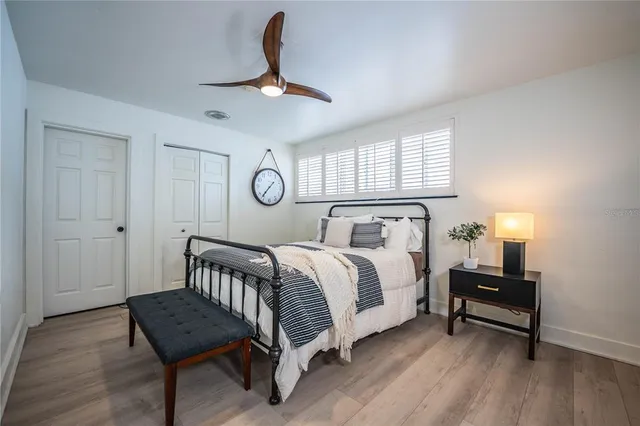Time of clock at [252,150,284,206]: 1:36
